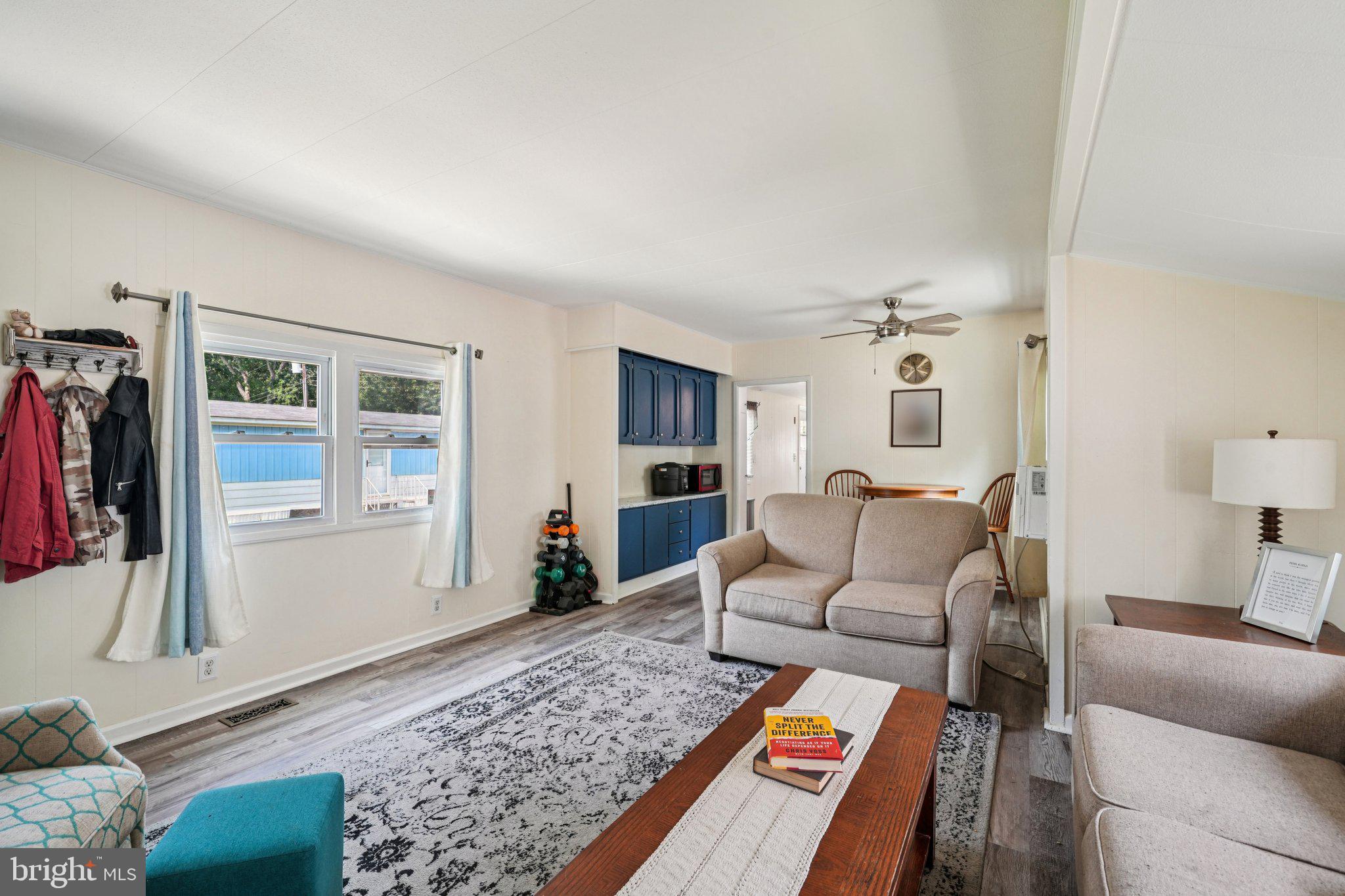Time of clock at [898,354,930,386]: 11:29
